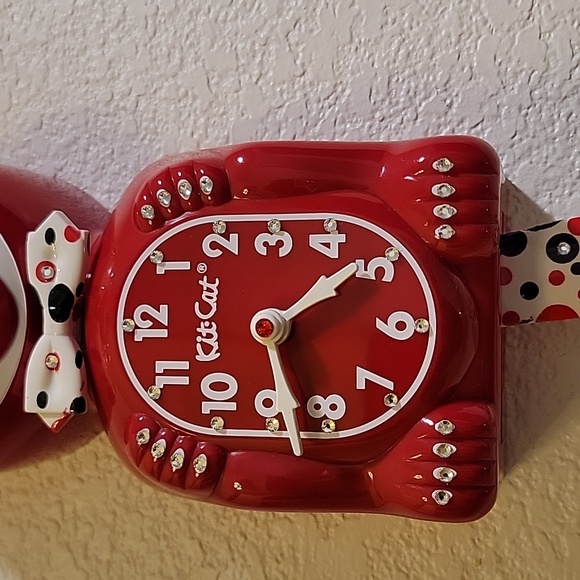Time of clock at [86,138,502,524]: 1:28
